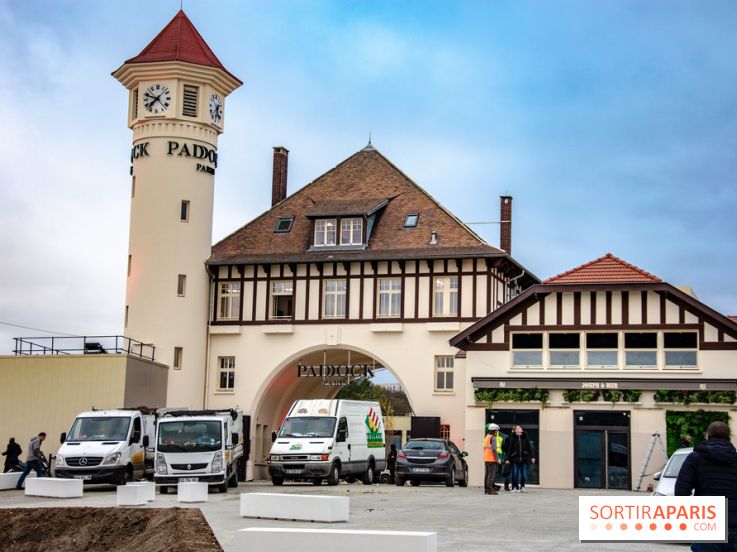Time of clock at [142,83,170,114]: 7:48
